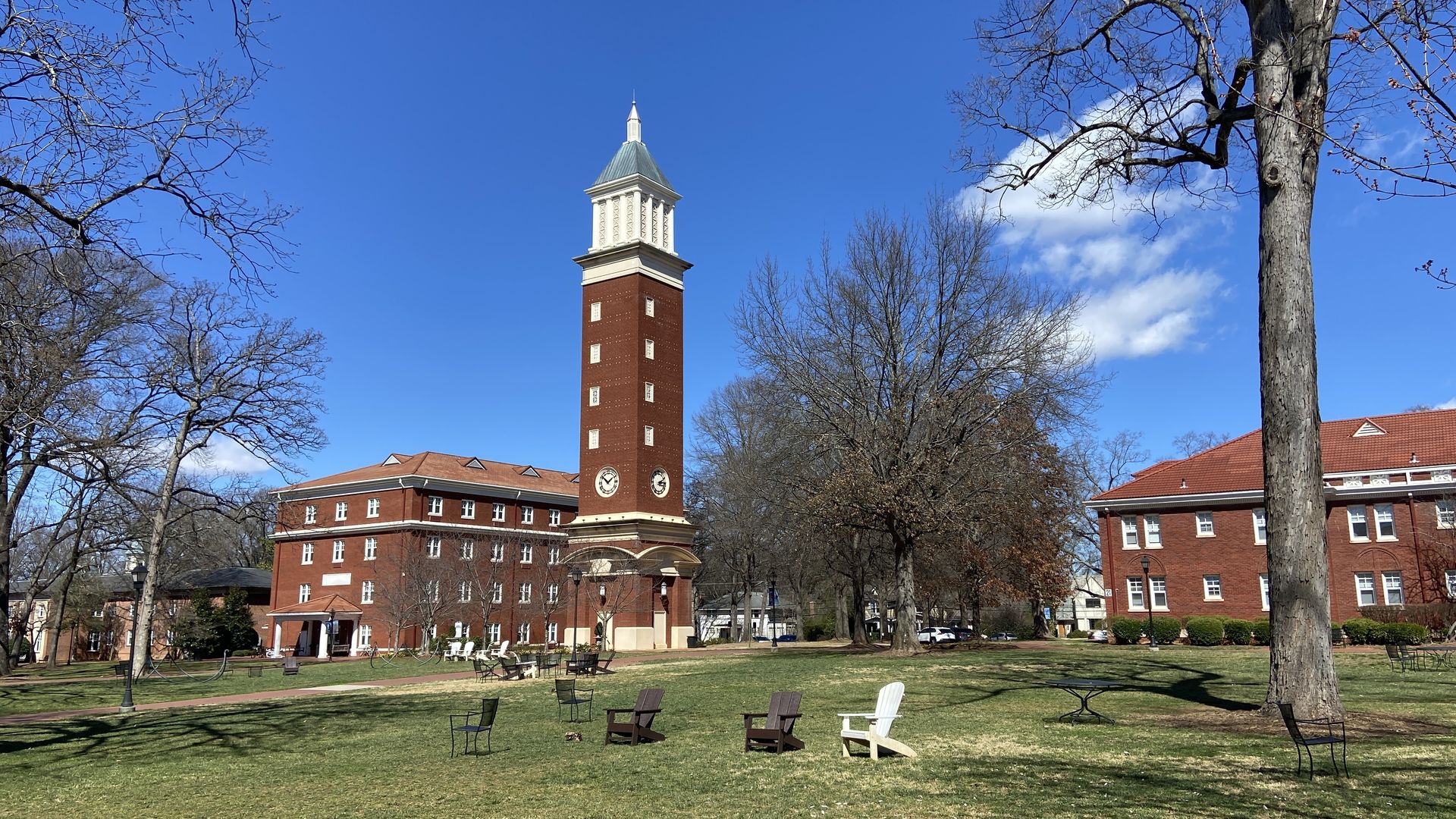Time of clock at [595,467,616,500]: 1:51
